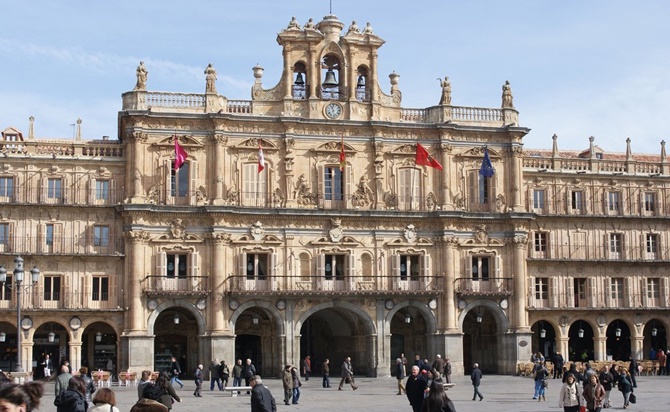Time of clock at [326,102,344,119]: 11:28
